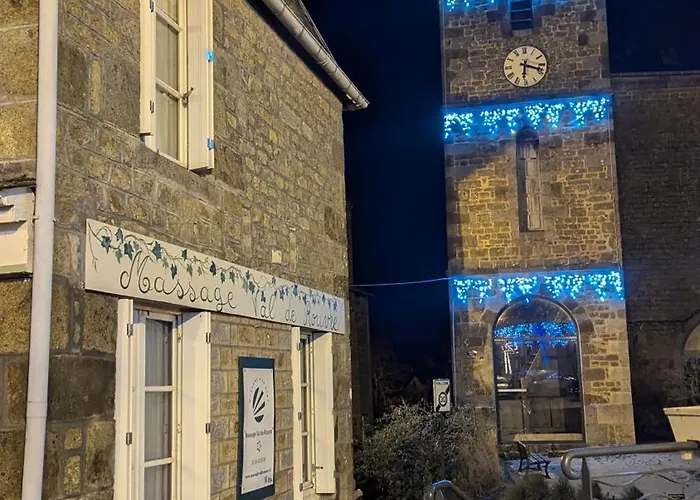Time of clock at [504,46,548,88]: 6:18
